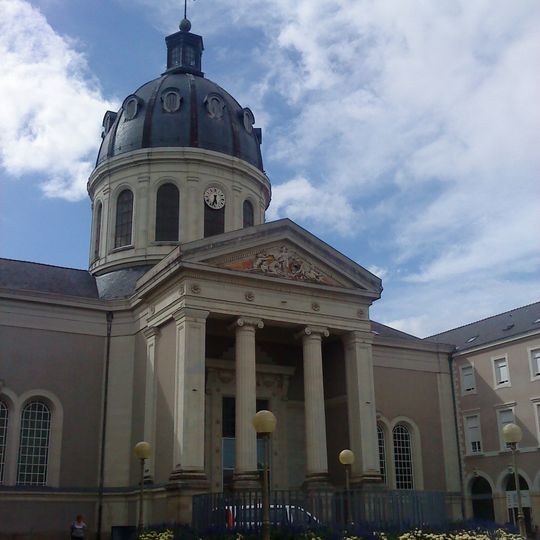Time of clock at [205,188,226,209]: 5:33
